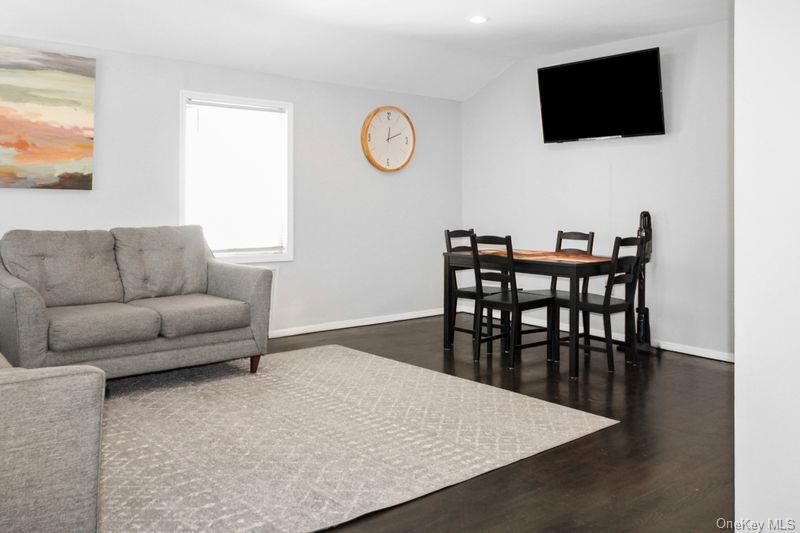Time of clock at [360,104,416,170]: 12:11
